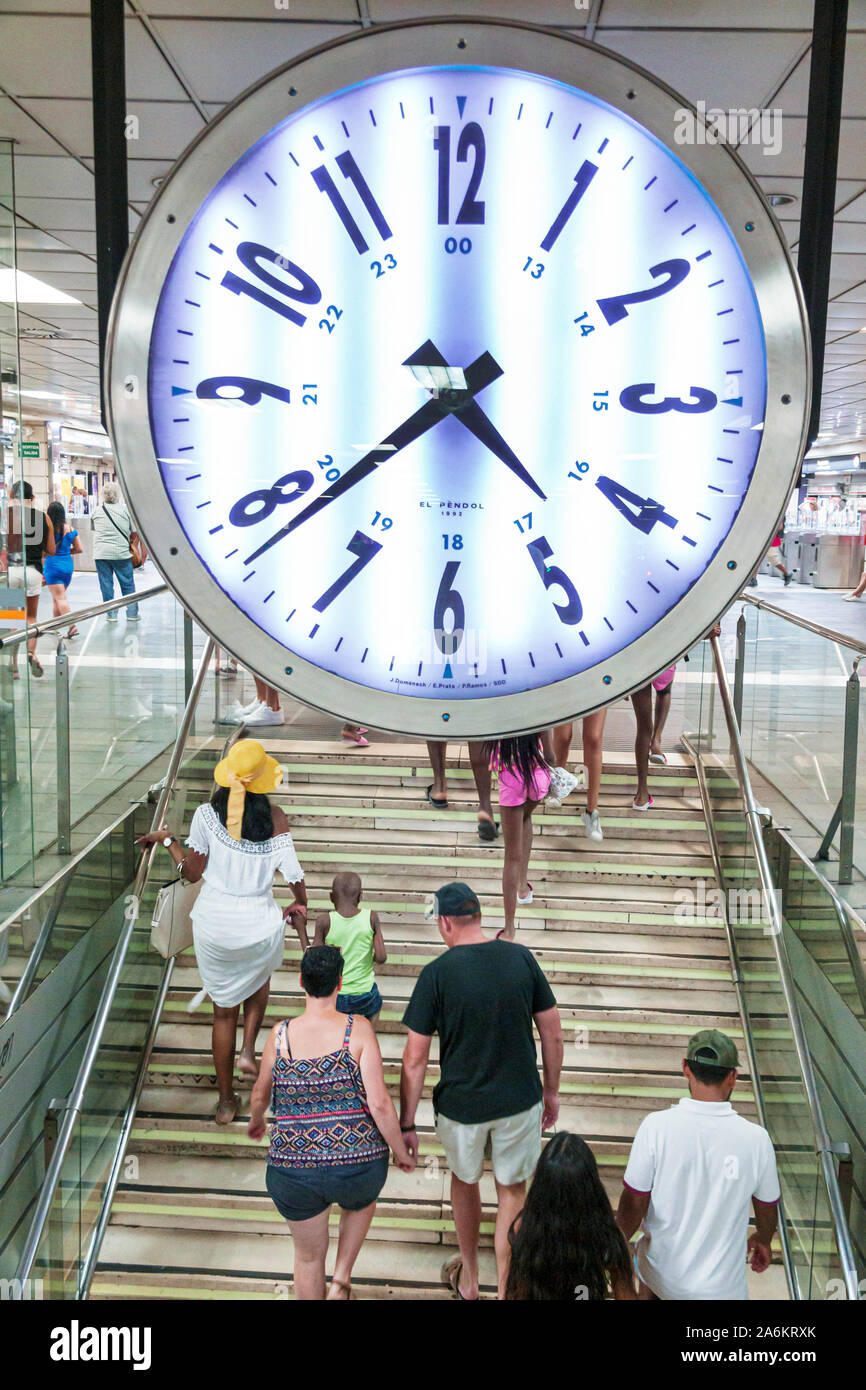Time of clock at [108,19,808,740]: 4:38
